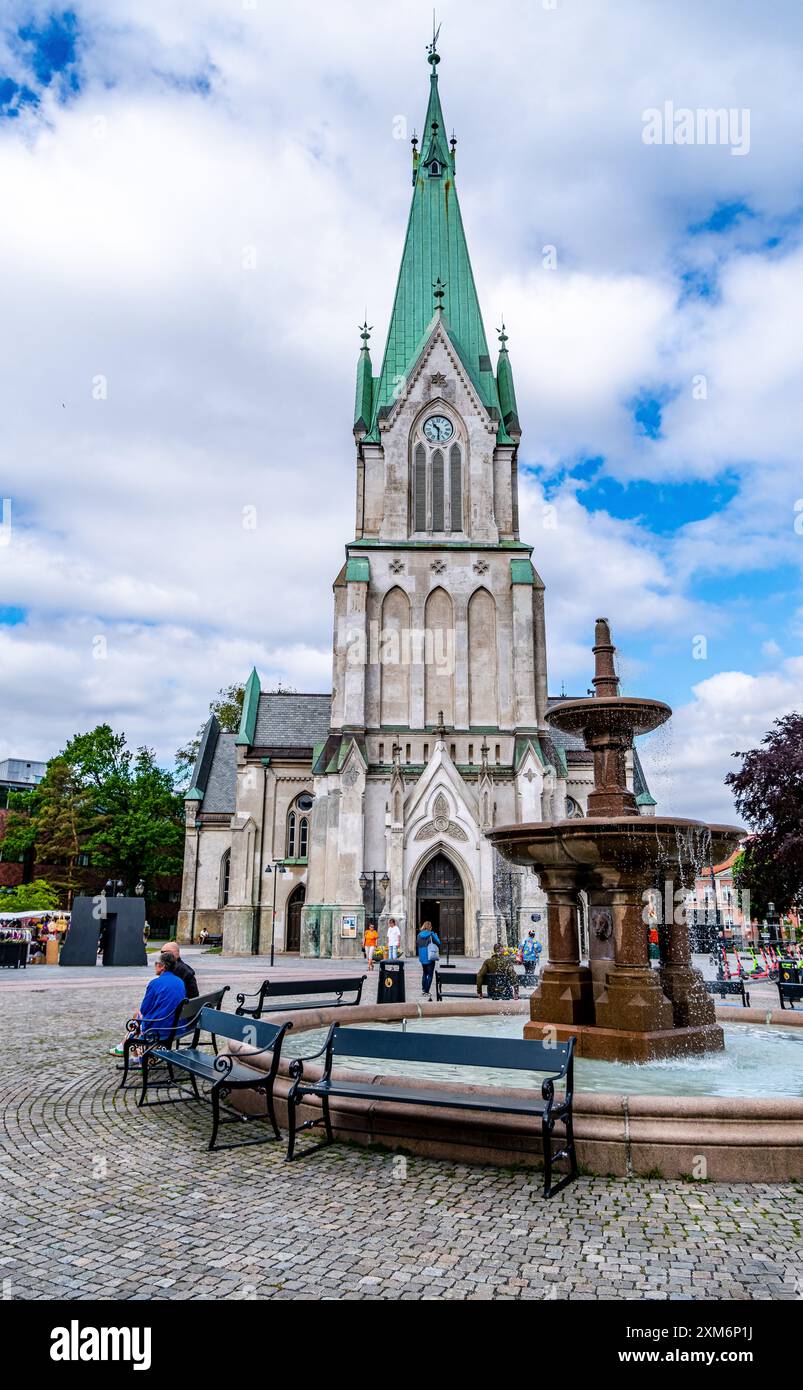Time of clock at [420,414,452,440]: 10:30
